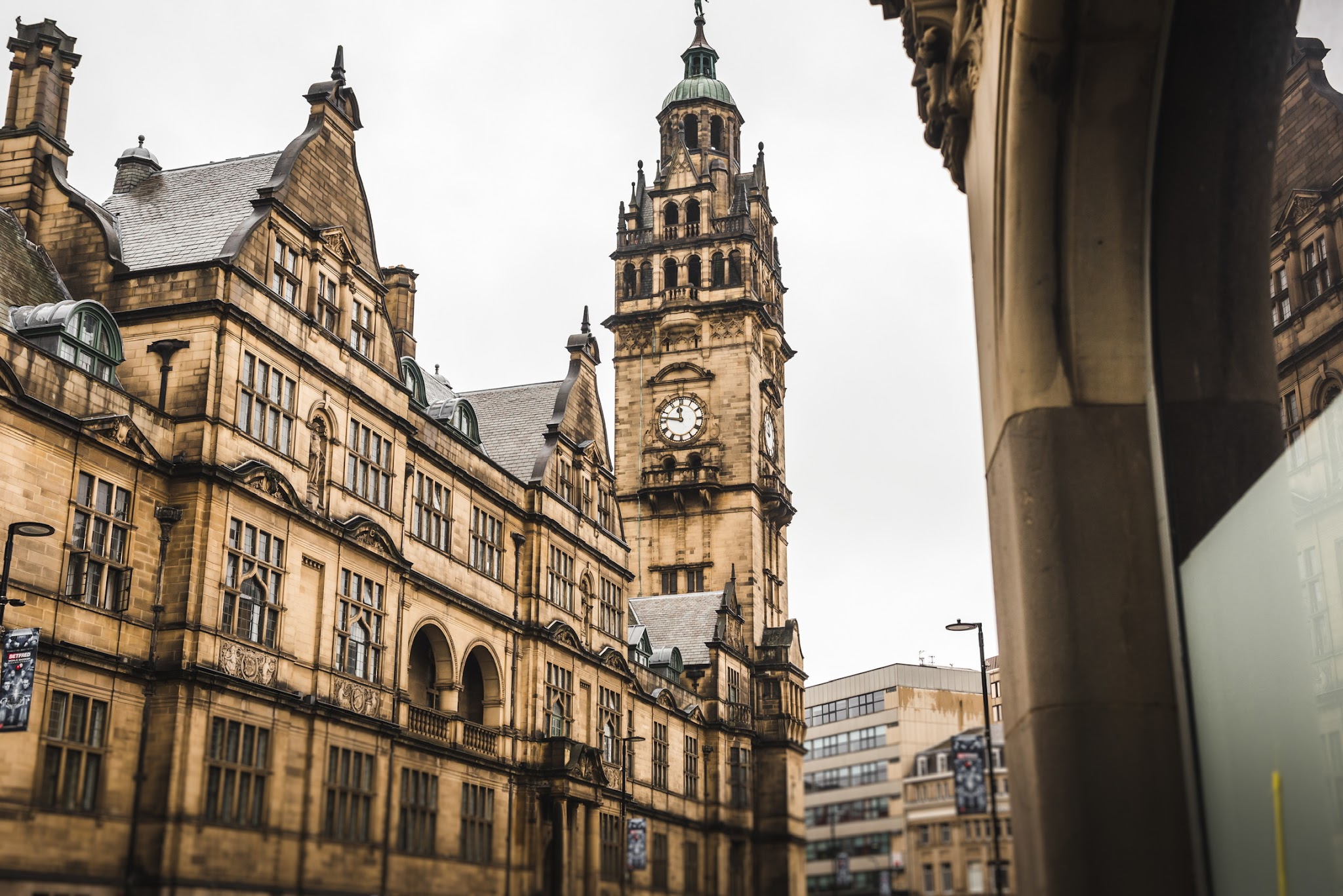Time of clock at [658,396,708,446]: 11:46
